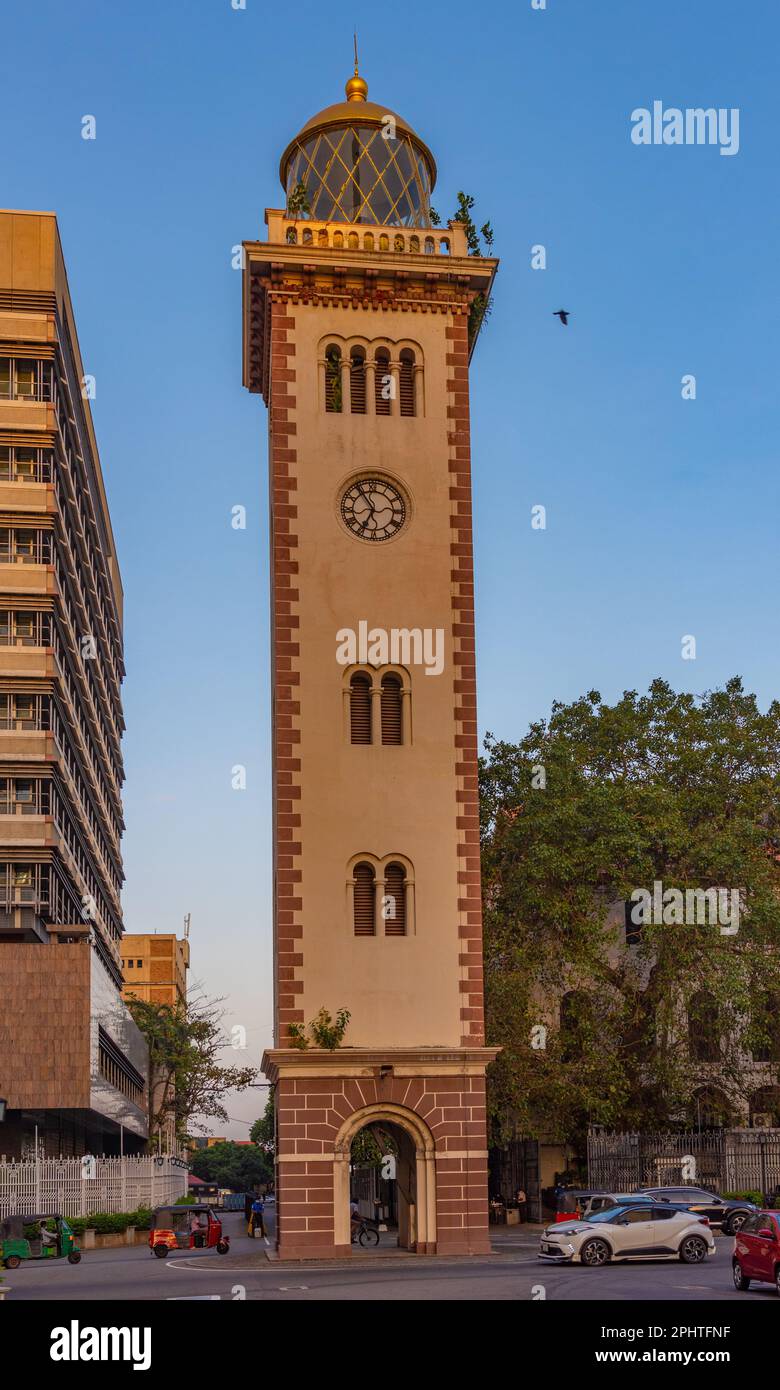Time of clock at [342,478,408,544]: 6:54
